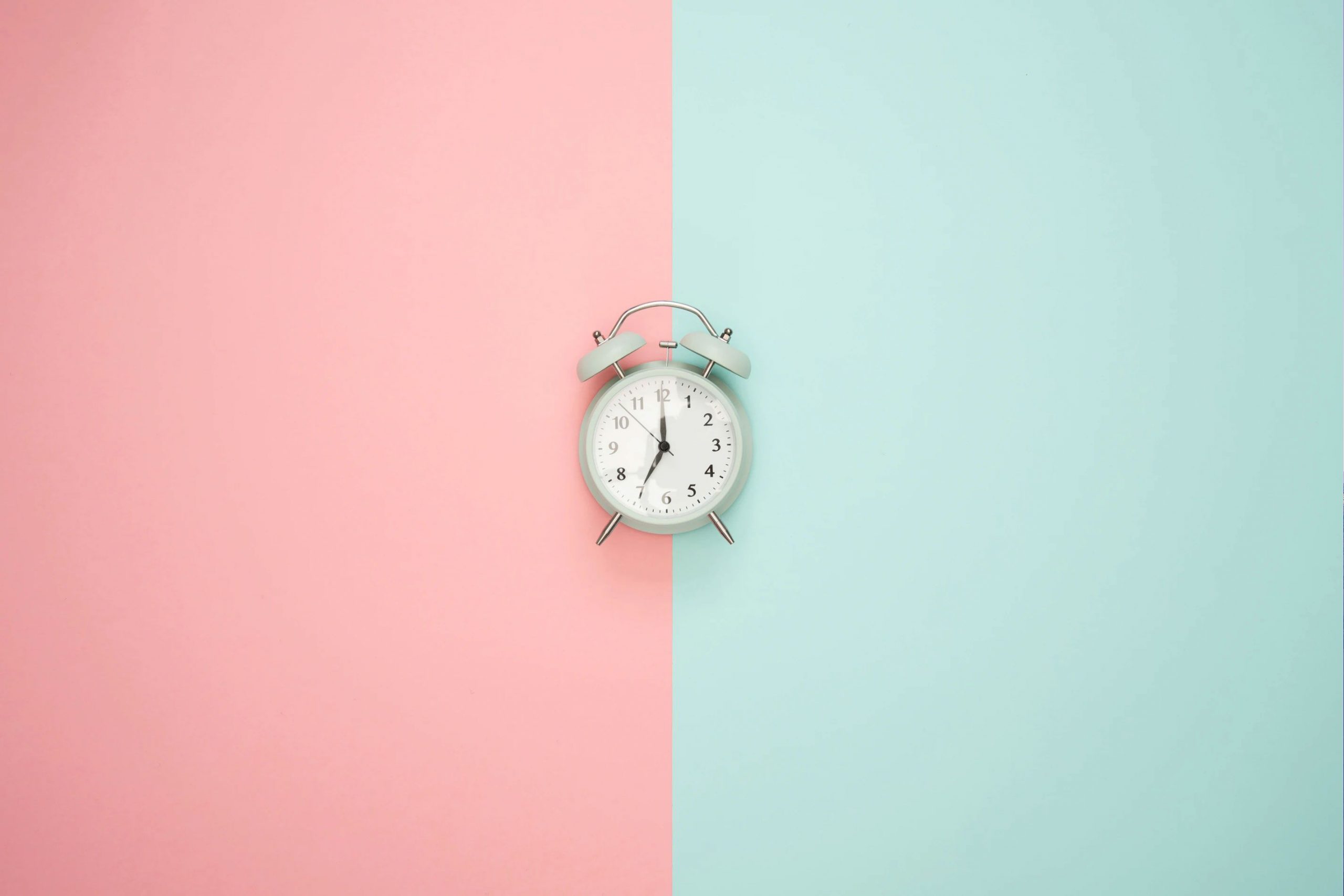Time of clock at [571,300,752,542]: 7:00
